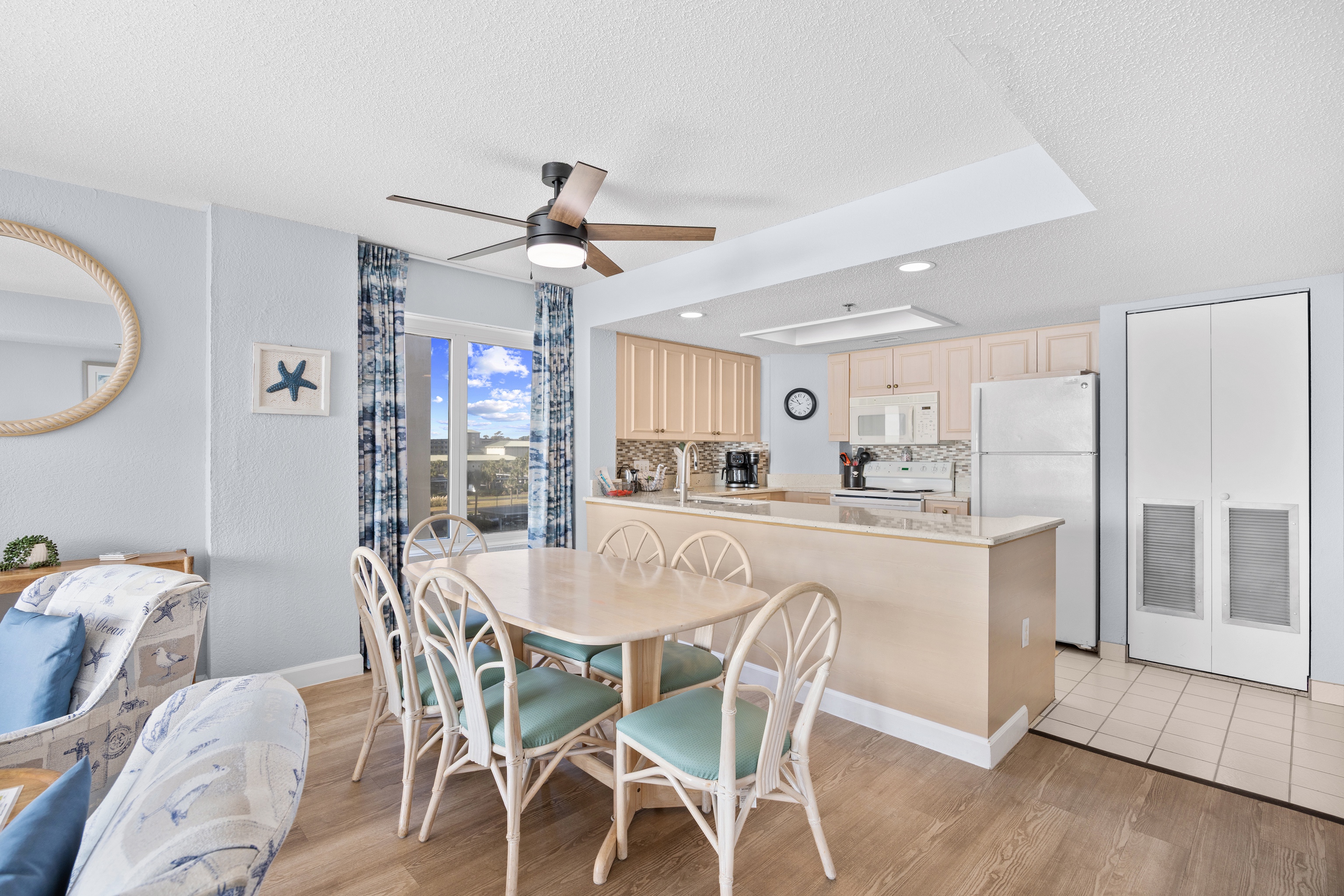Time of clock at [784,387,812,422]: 10:48
